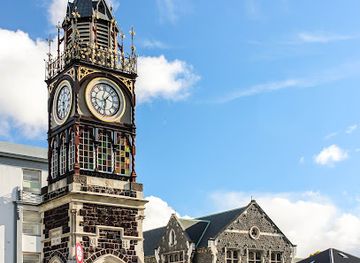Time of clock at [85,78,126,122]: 6:07
